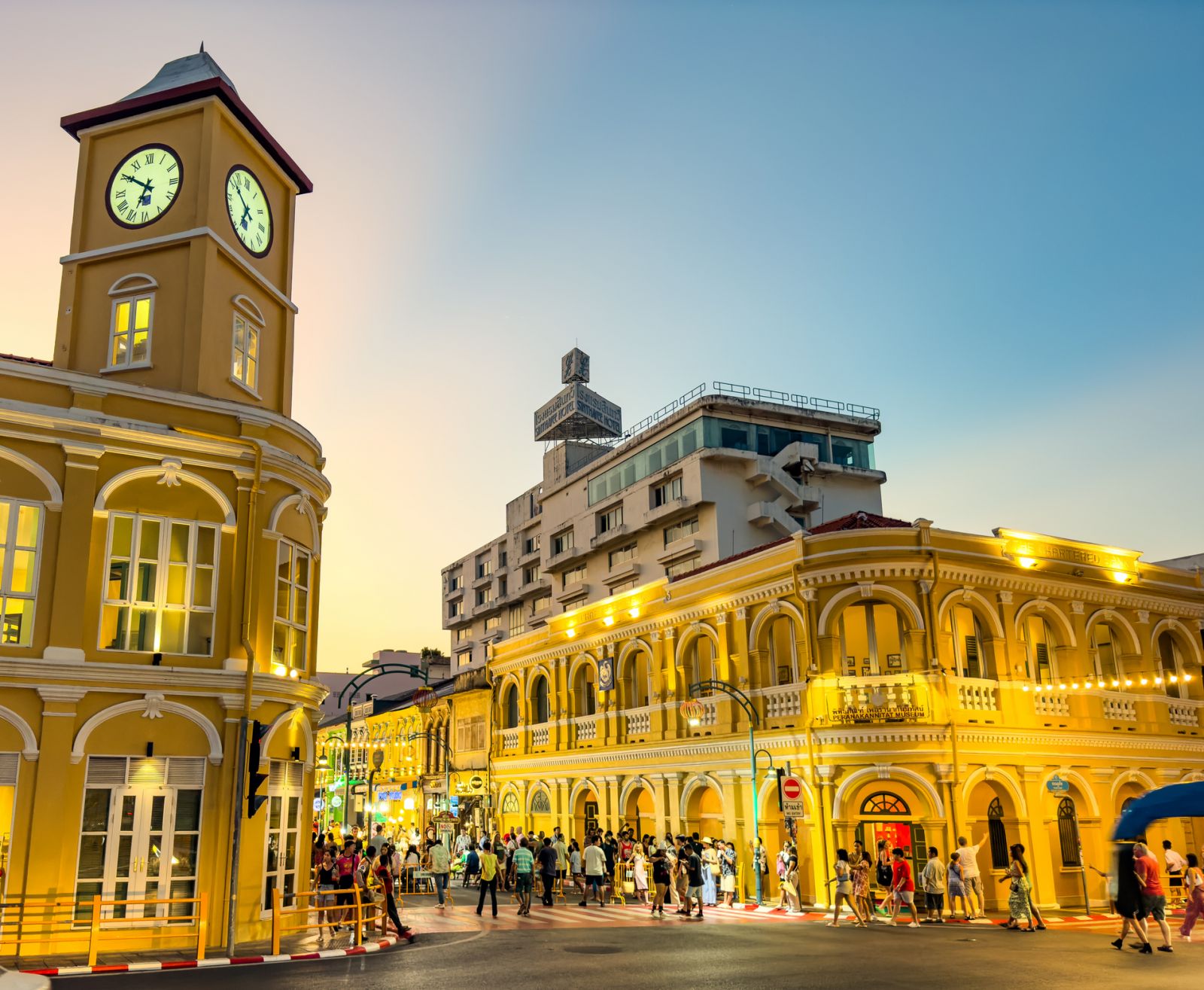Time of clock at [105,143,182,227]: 6:50
